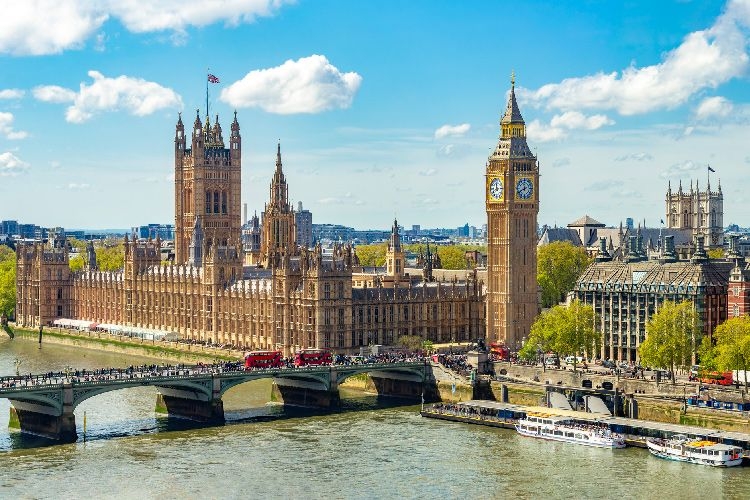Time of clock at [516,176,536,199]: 11:40
